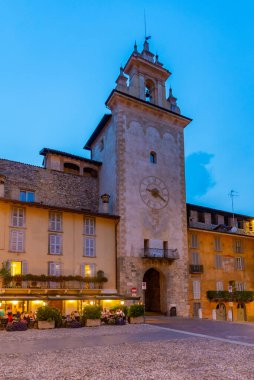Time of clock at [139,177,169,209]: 9:20
